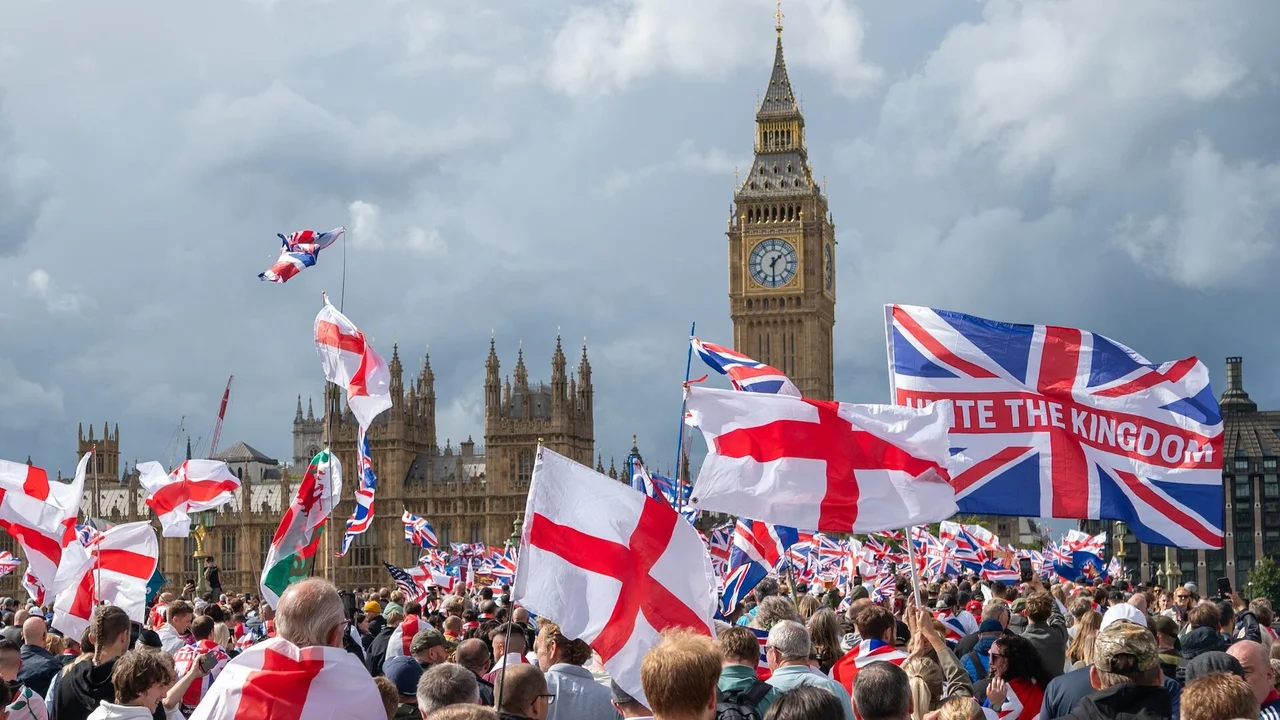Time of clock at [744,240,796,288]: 1:30
